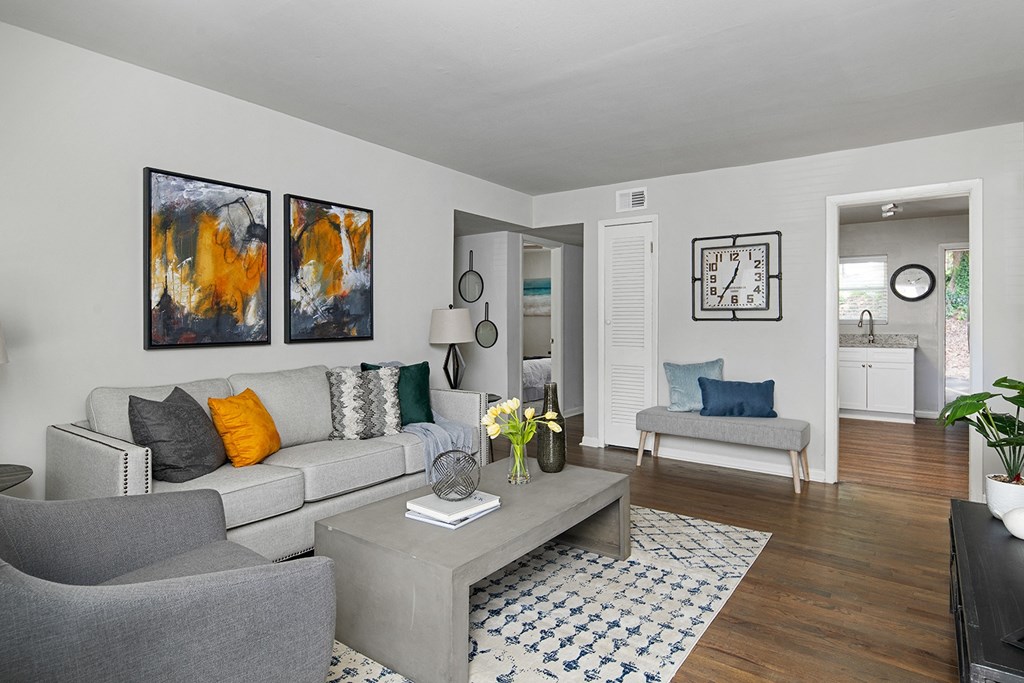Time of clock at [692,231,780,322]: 12:35
